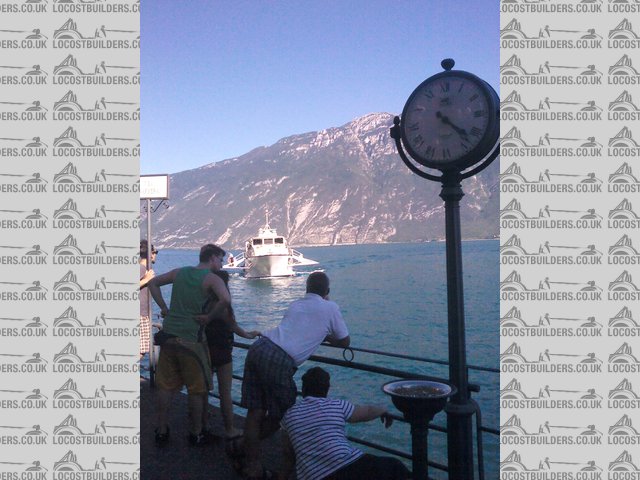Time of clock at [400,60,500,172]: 4:22
